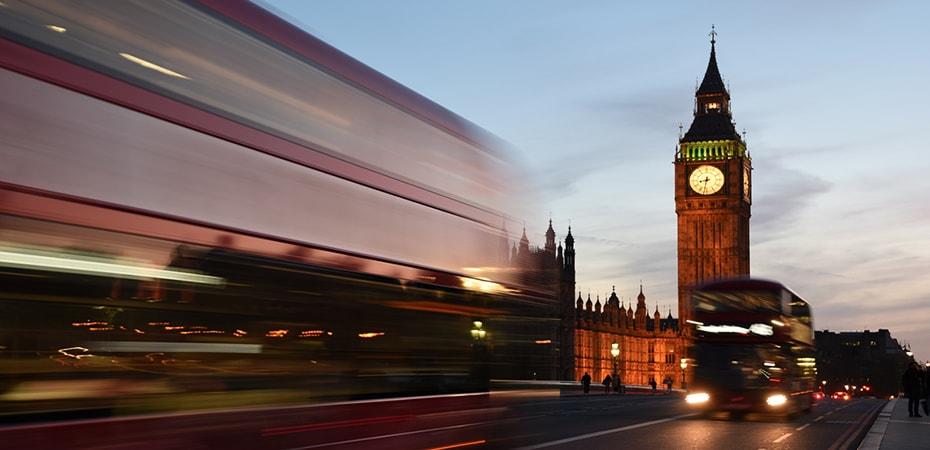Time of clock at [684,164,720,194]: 8:32
